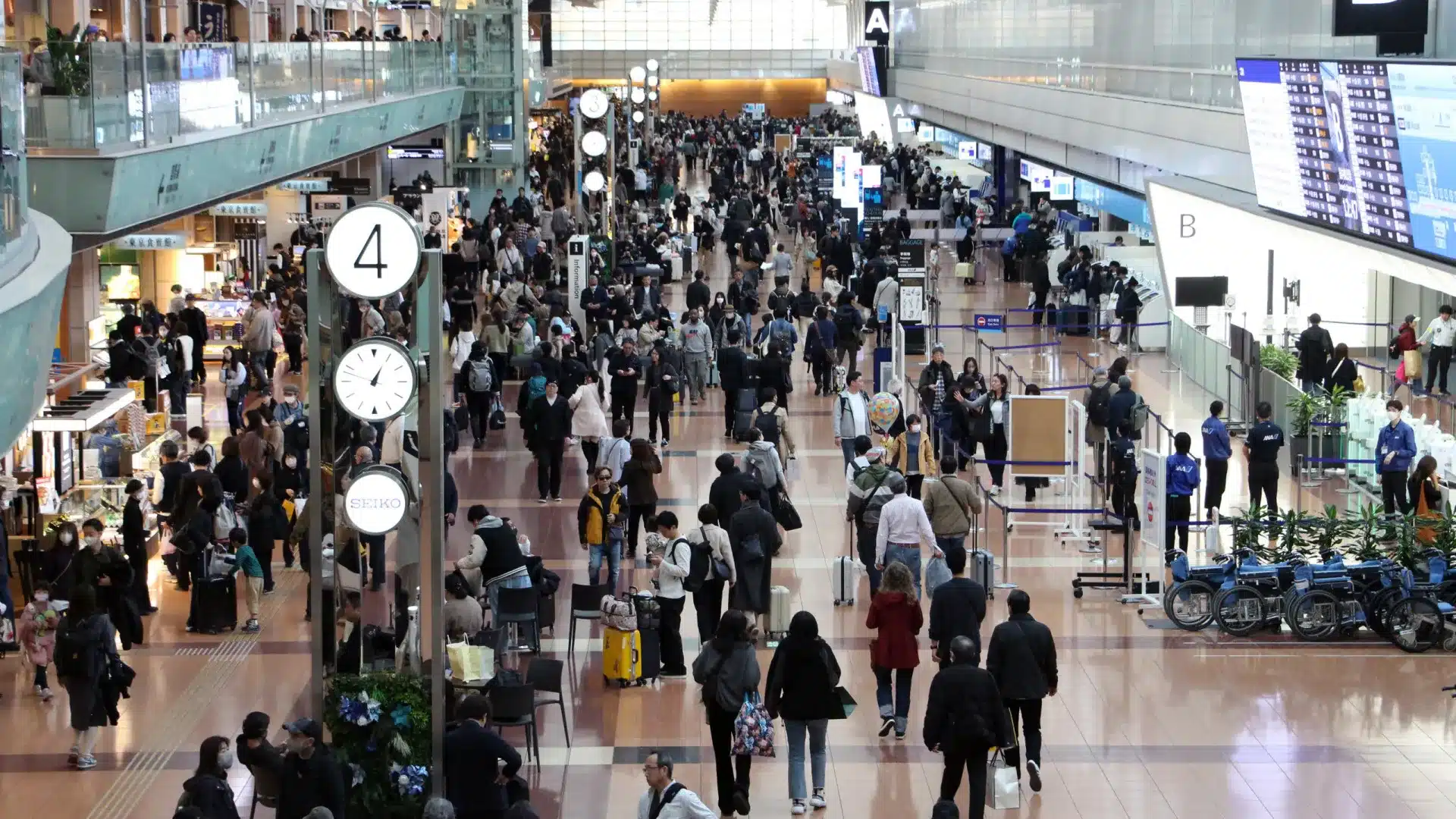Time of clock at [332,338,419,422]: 12:48
